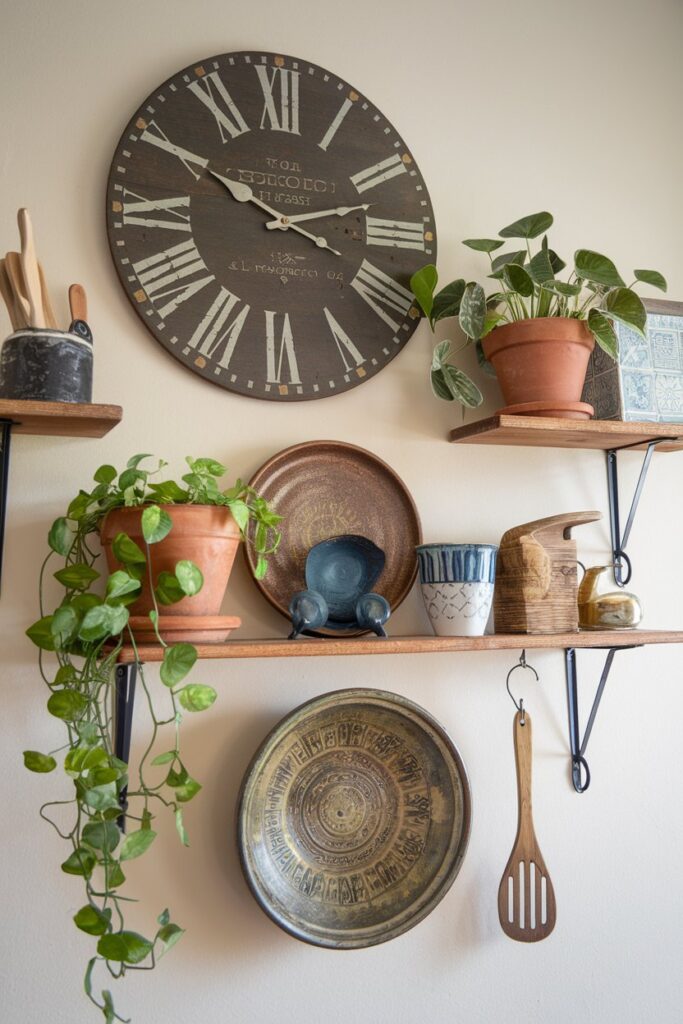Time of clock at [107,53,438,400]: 10:12
